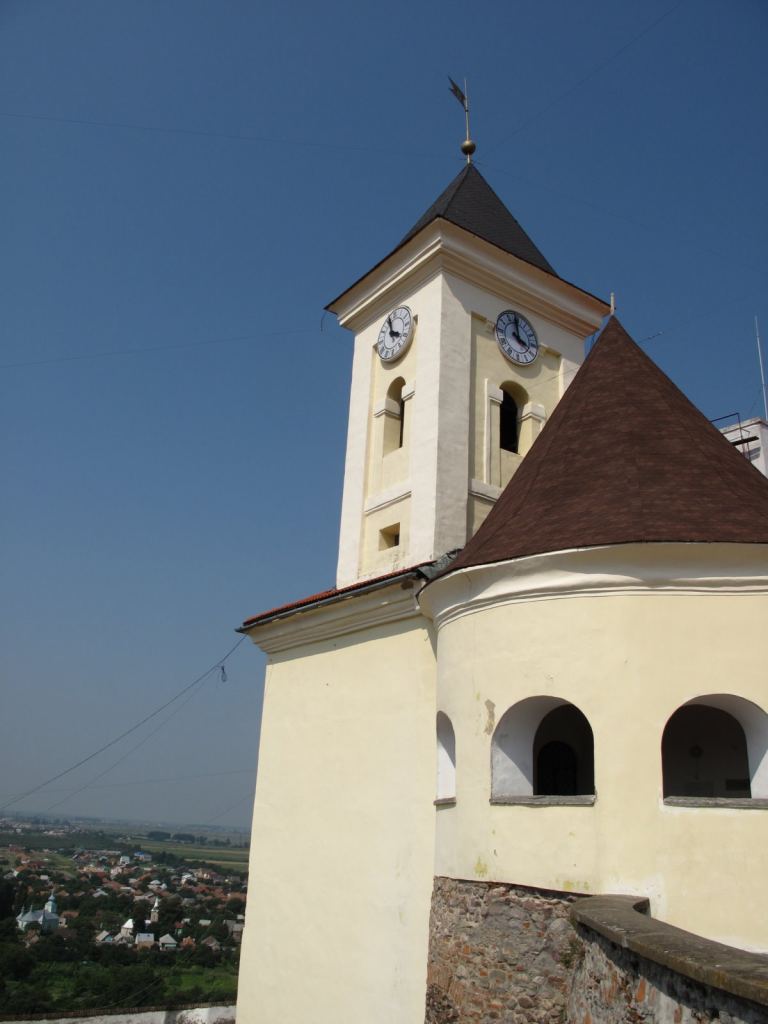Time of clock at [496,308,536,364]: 3:58
